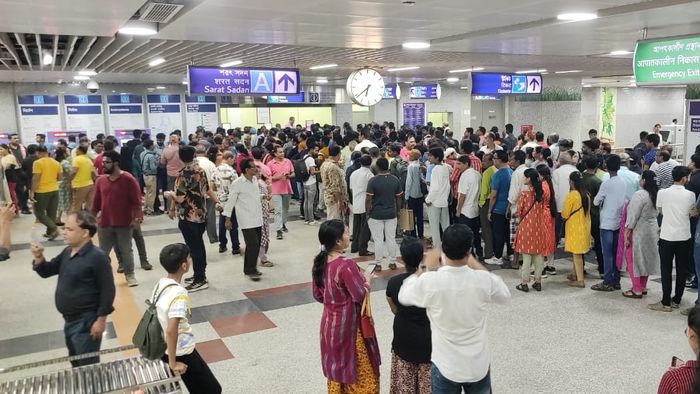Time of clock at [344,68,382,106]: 6:38
